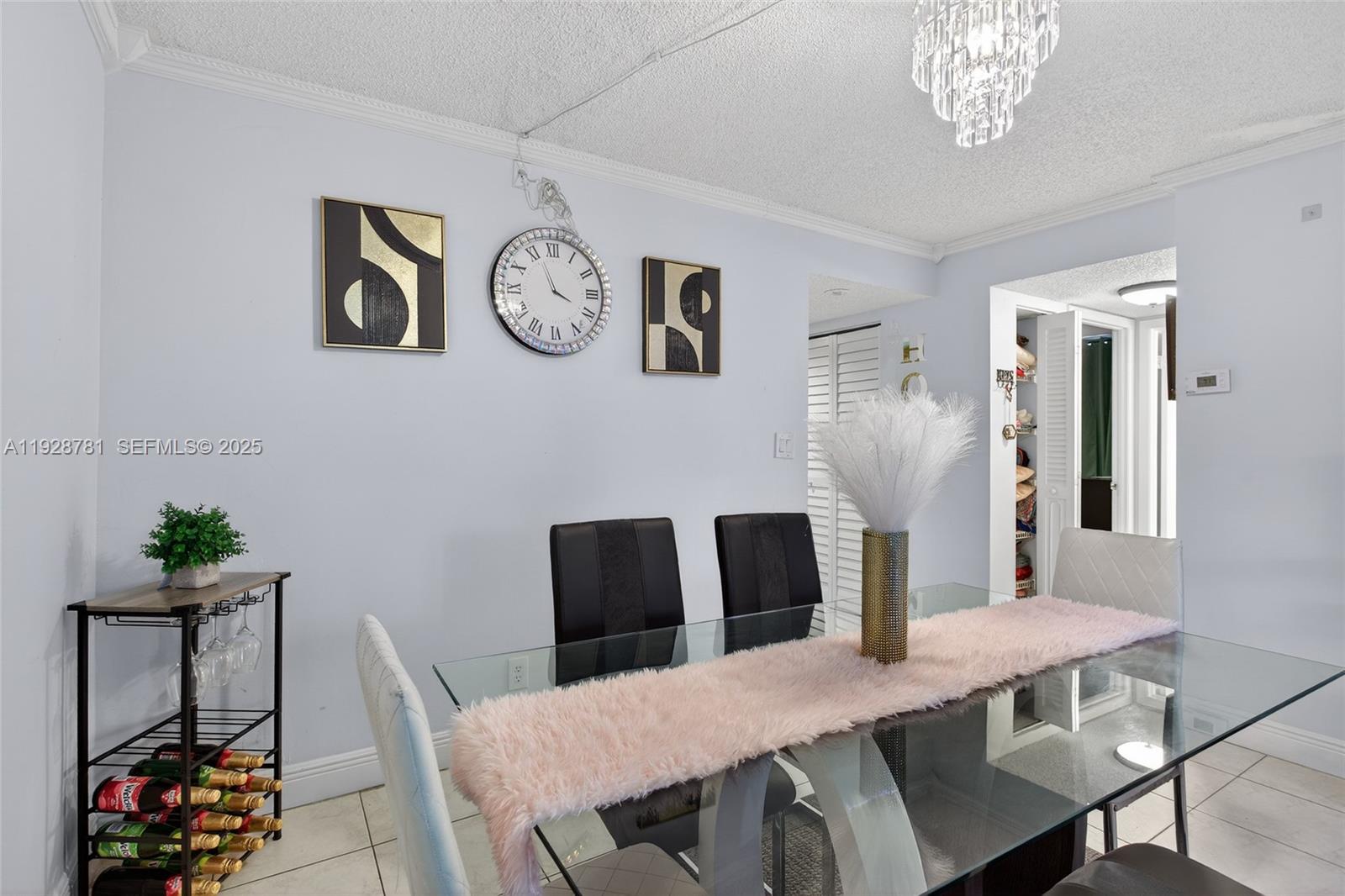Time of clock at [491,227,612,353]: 3:56
